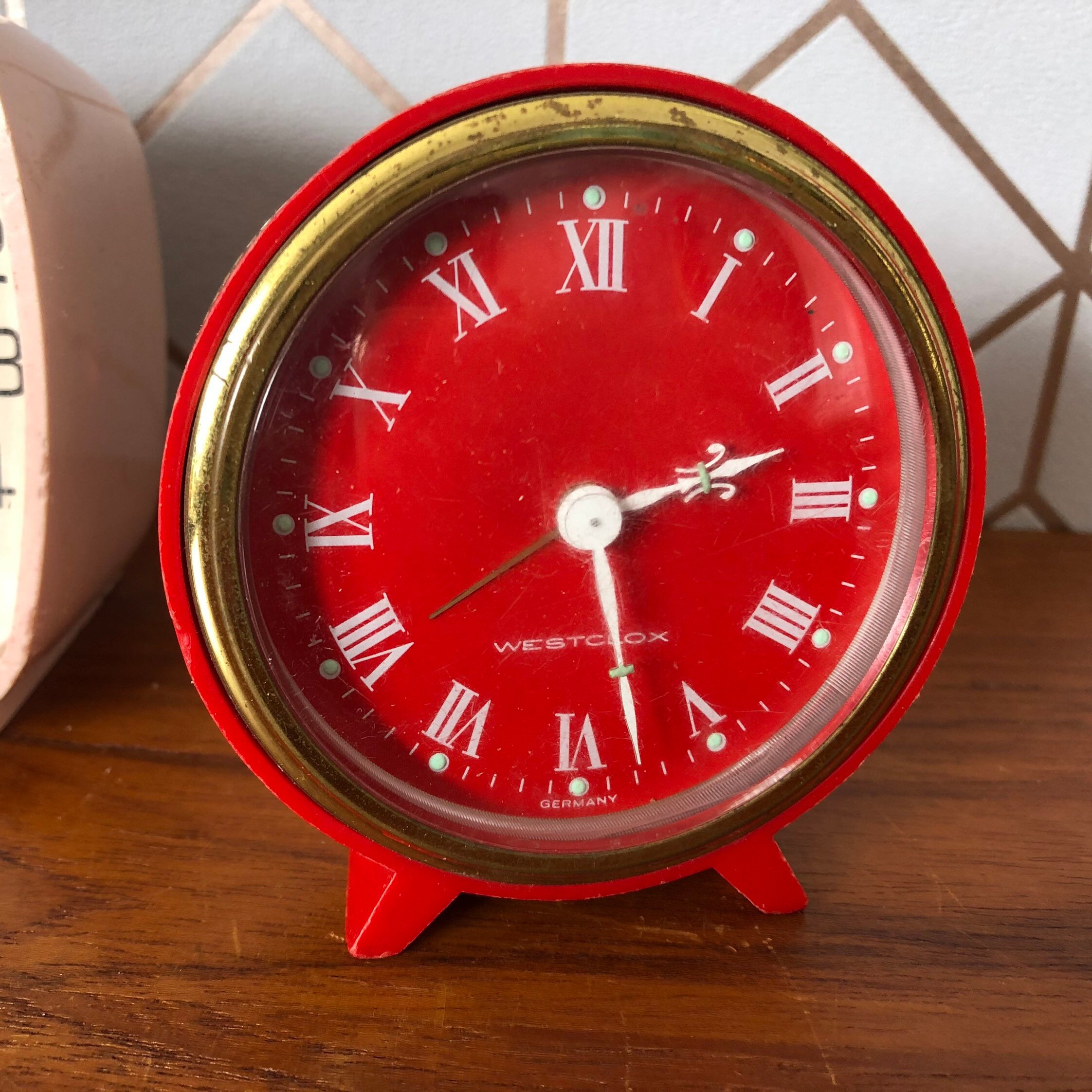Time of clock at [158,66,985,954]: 2:27
